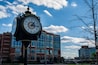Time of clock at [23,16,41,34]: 1:16
